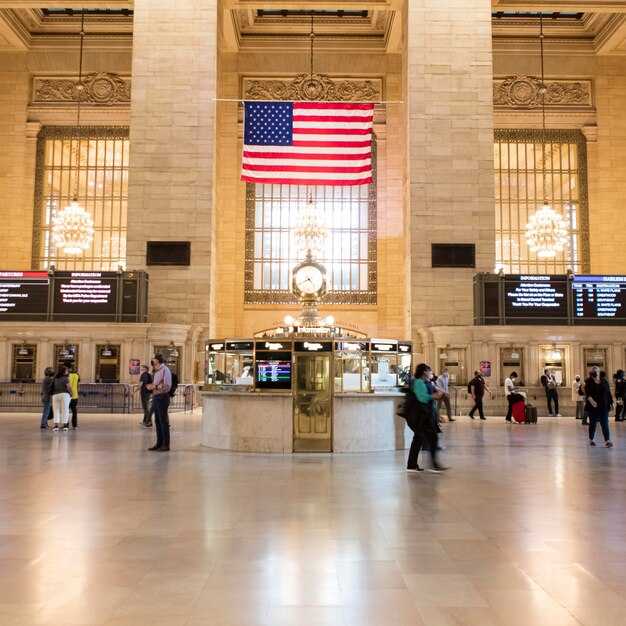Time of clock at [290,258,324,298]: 4:40
